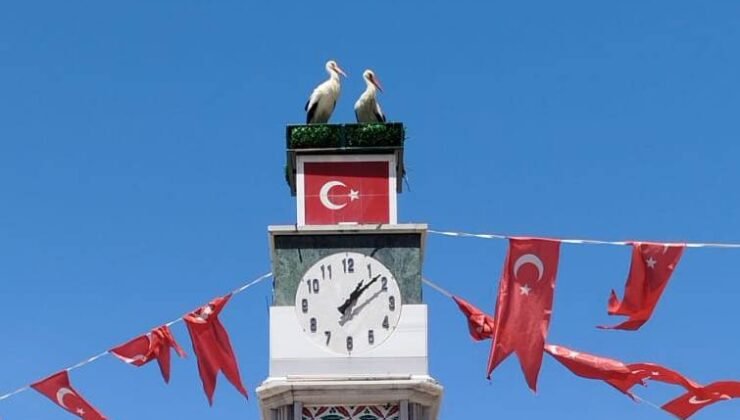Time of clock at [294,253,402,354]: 1:08
